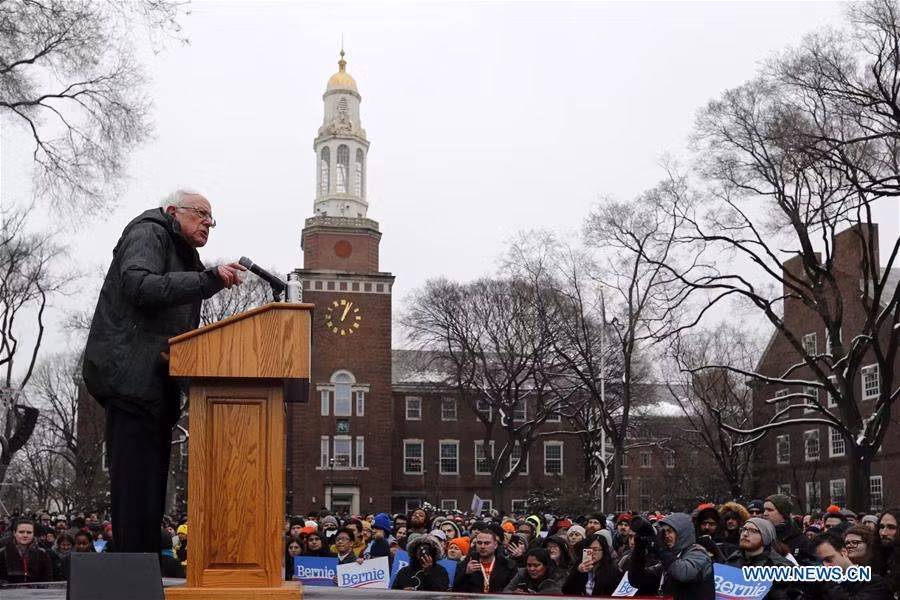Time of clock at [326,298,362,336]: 1:02
